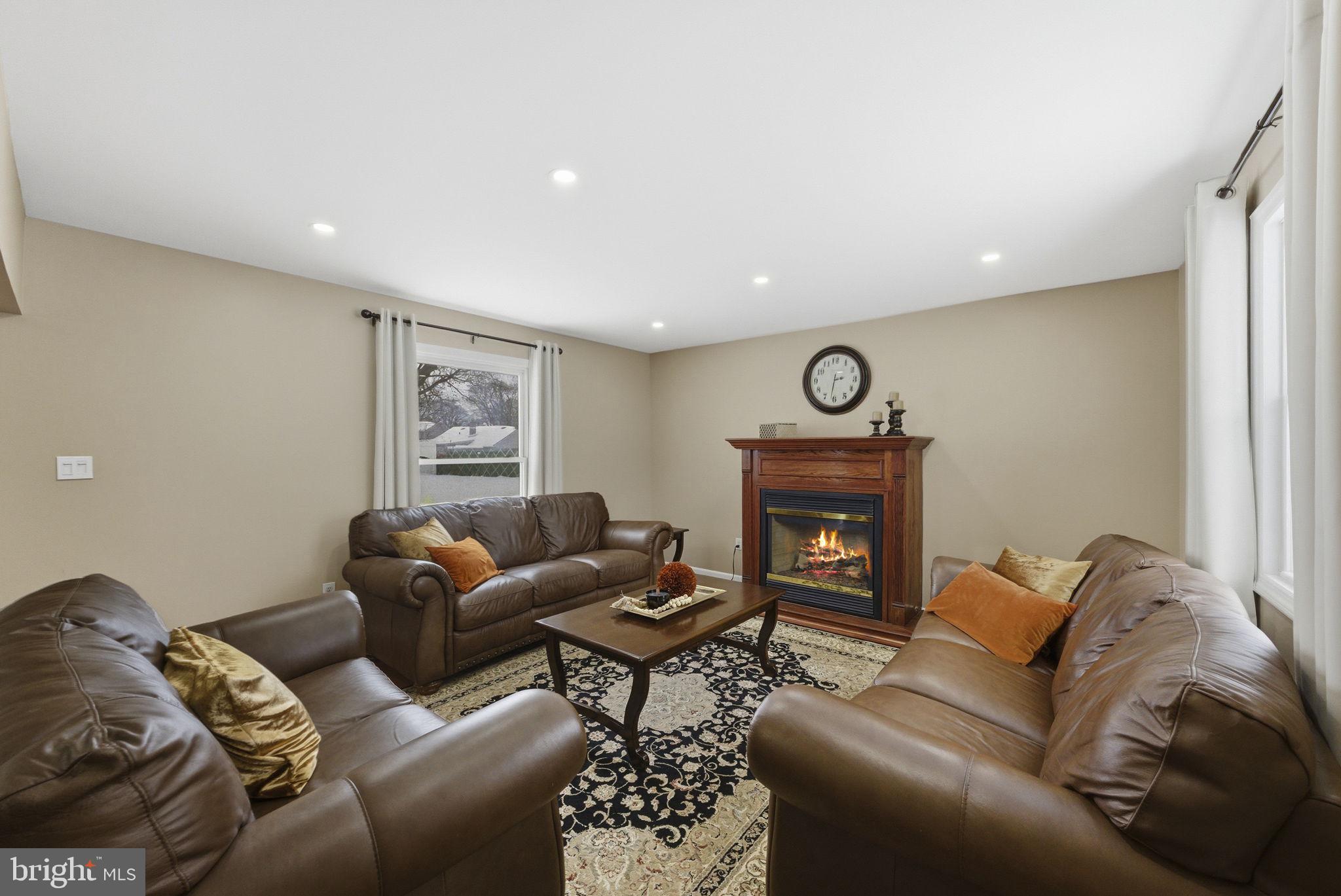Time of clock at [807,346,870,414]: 2:31
